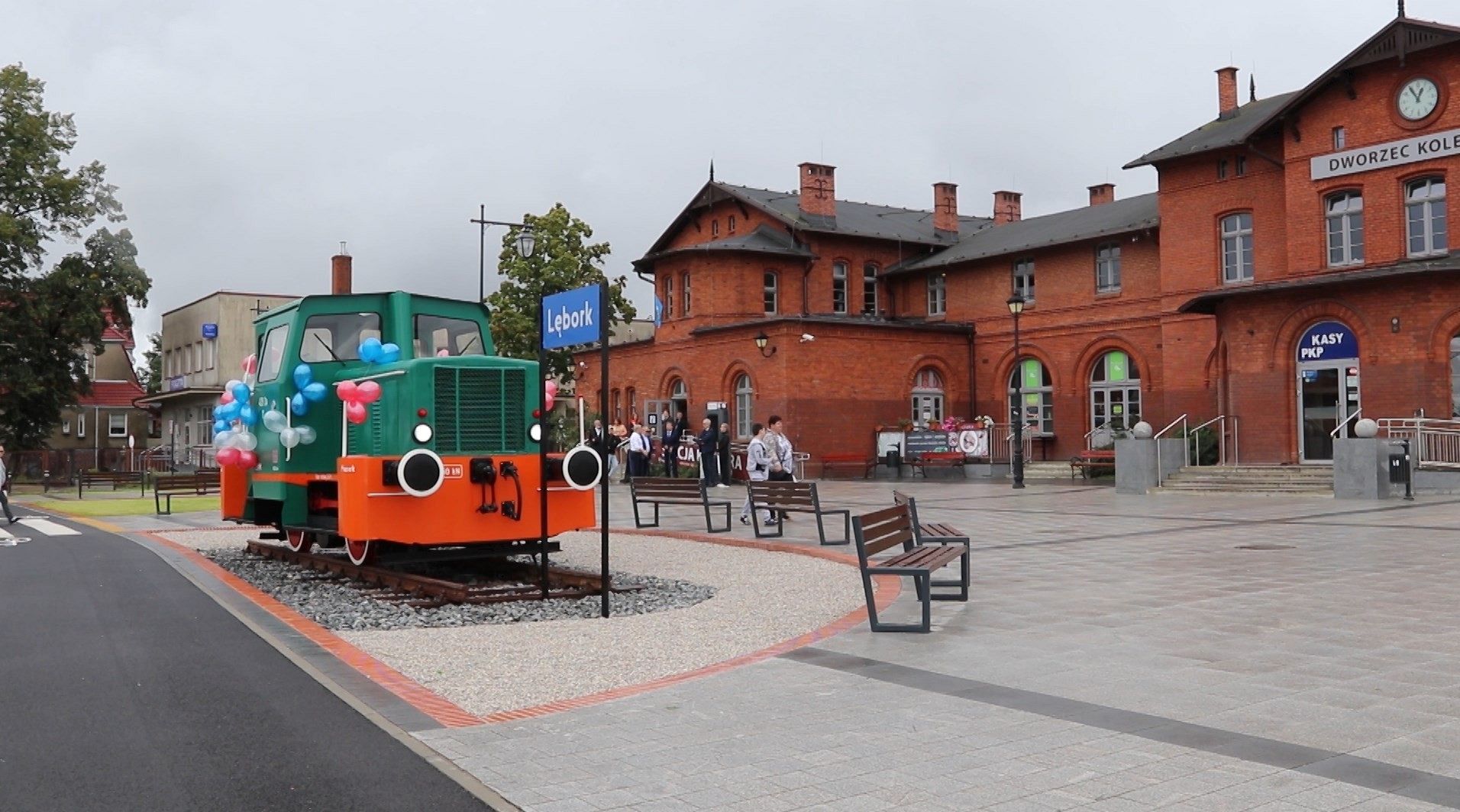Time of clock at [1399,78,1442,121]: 12:54
